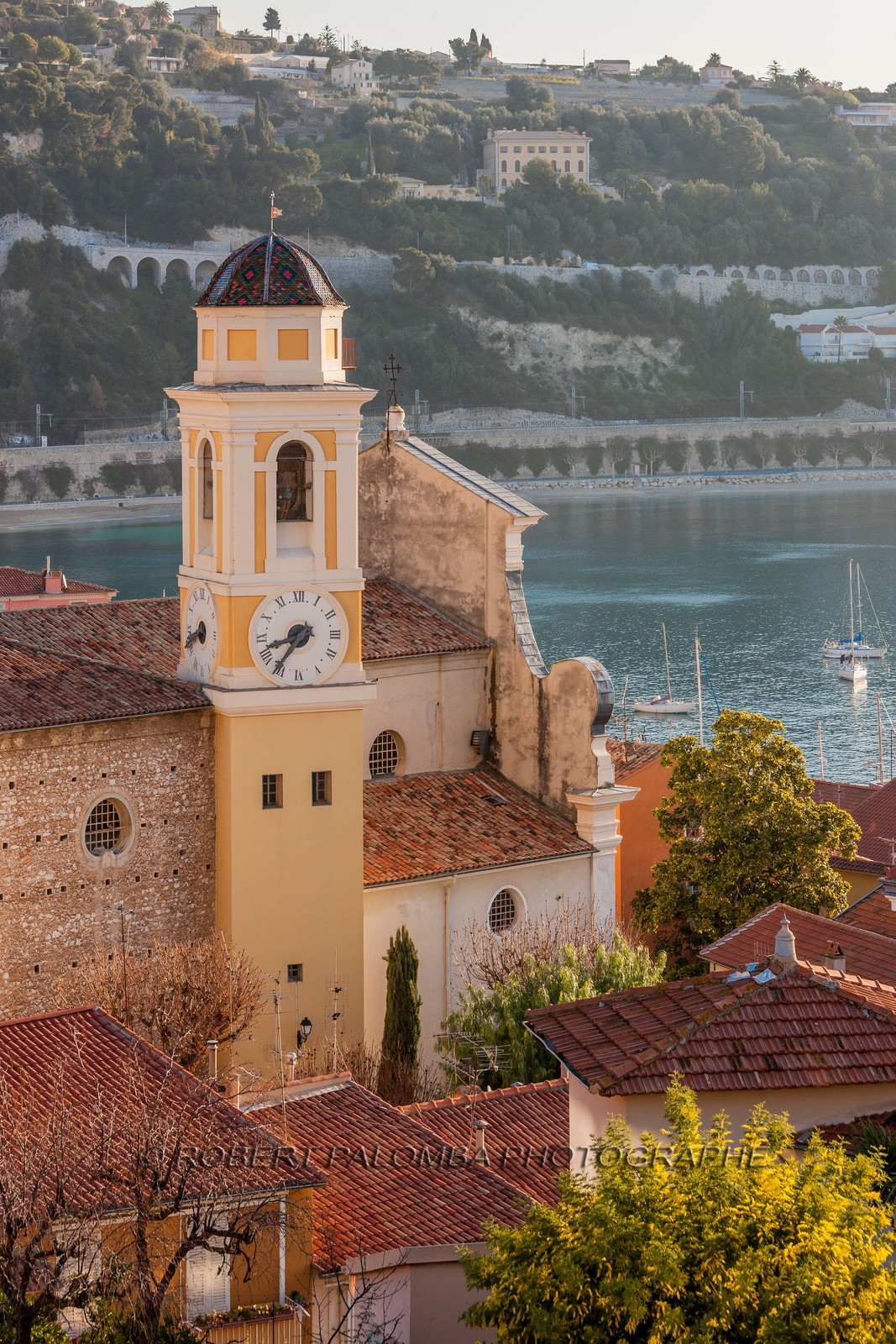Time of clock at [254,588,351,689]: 8:36
